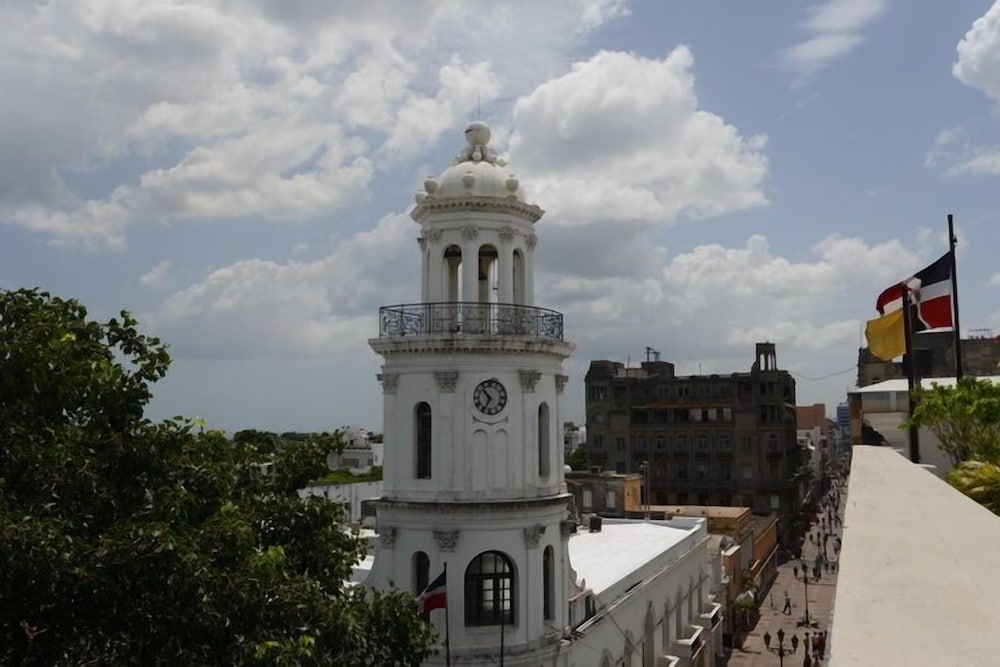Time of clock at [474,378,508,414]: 10:34
